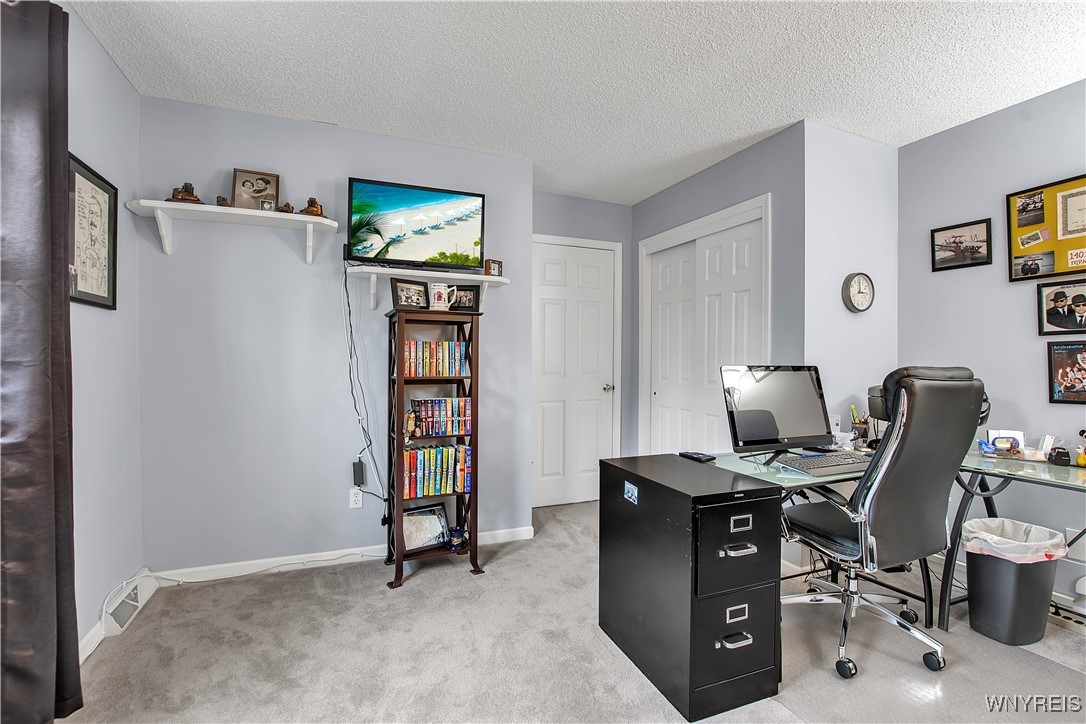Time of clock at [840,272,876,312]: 3:00
